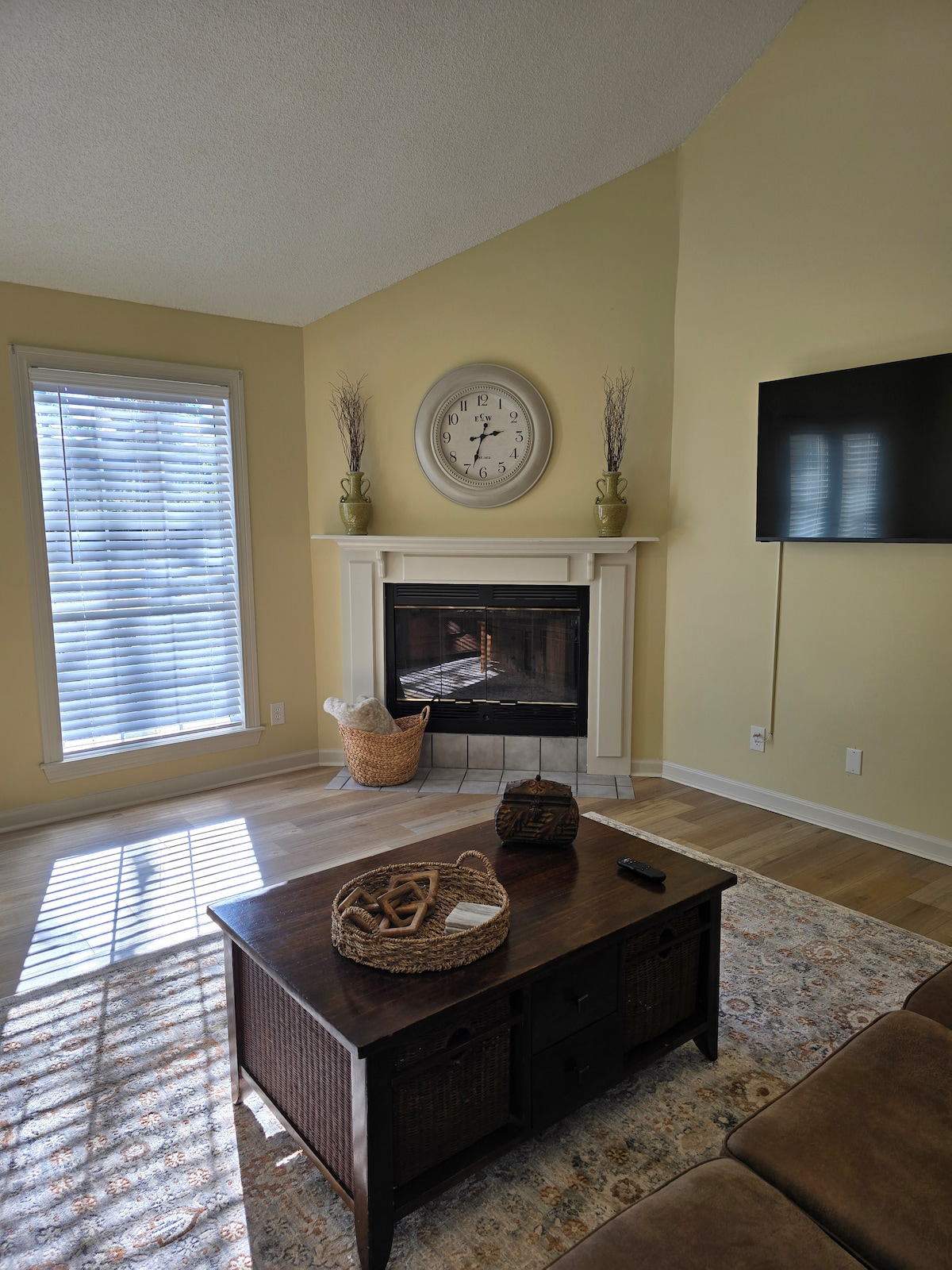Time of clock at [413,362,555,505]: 2:33
